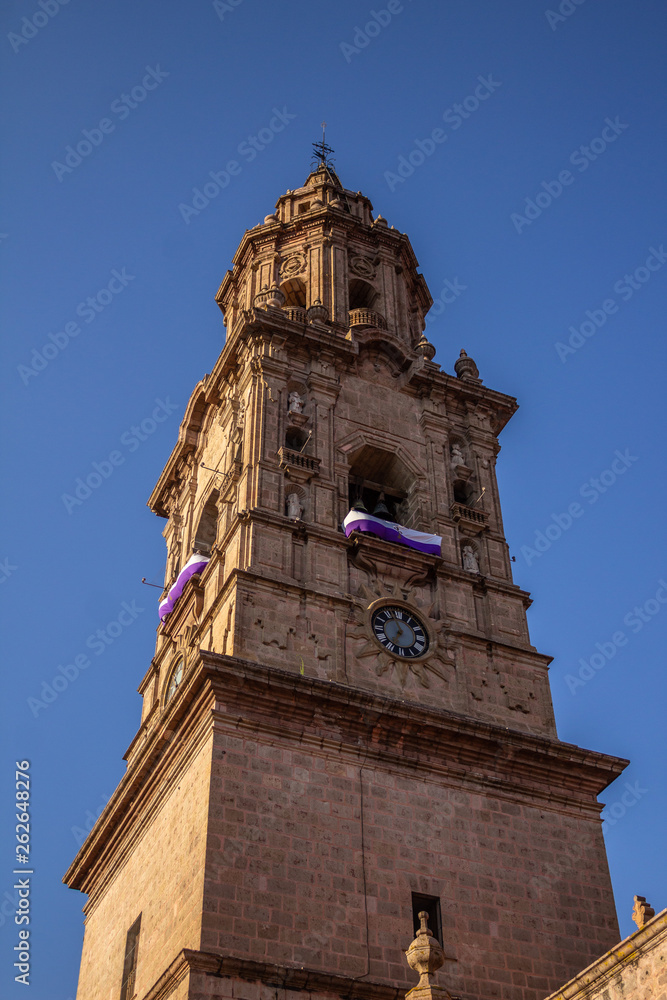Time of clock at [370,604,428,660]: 6:56
